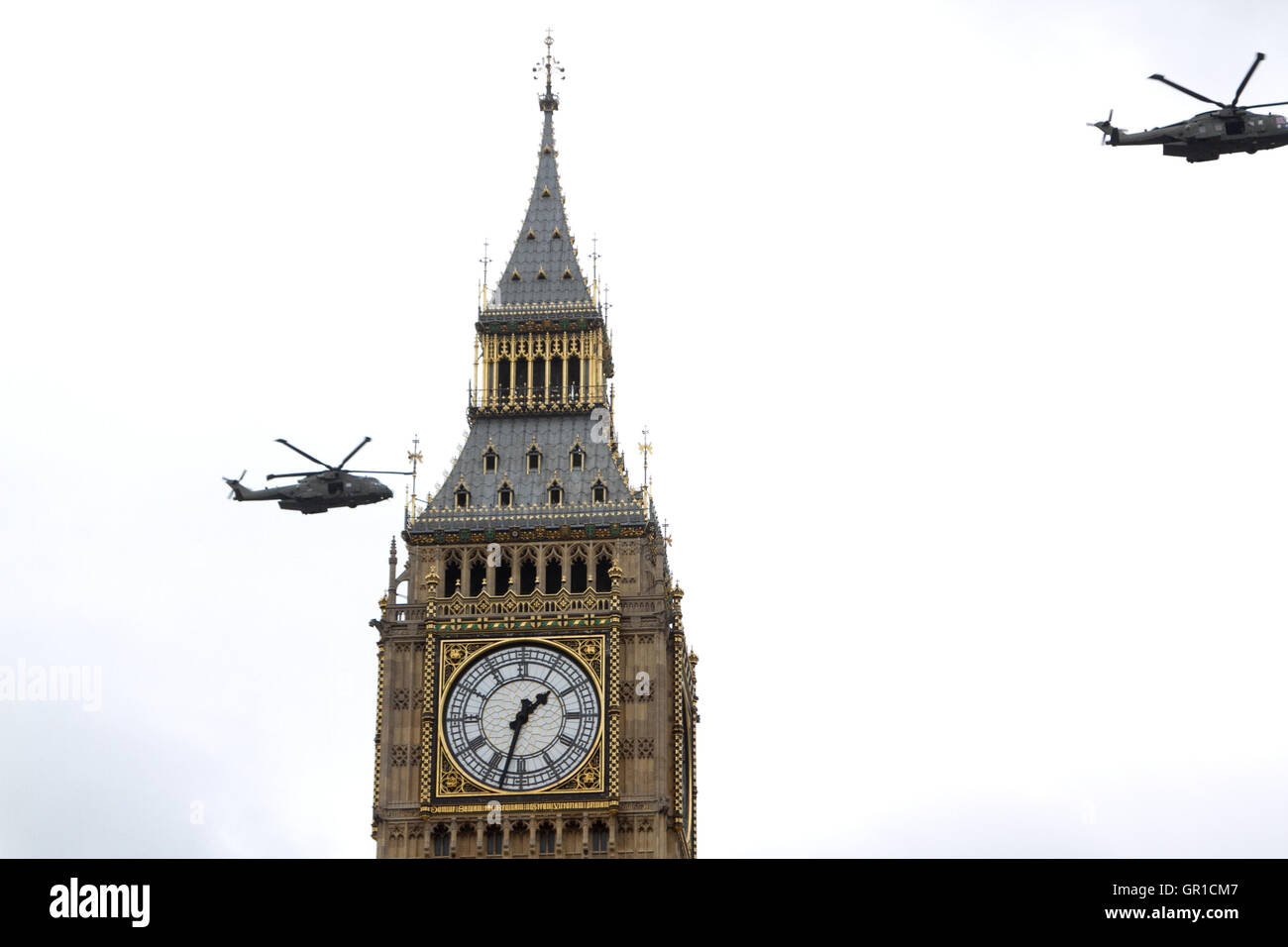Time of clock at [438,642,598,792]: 1:32
